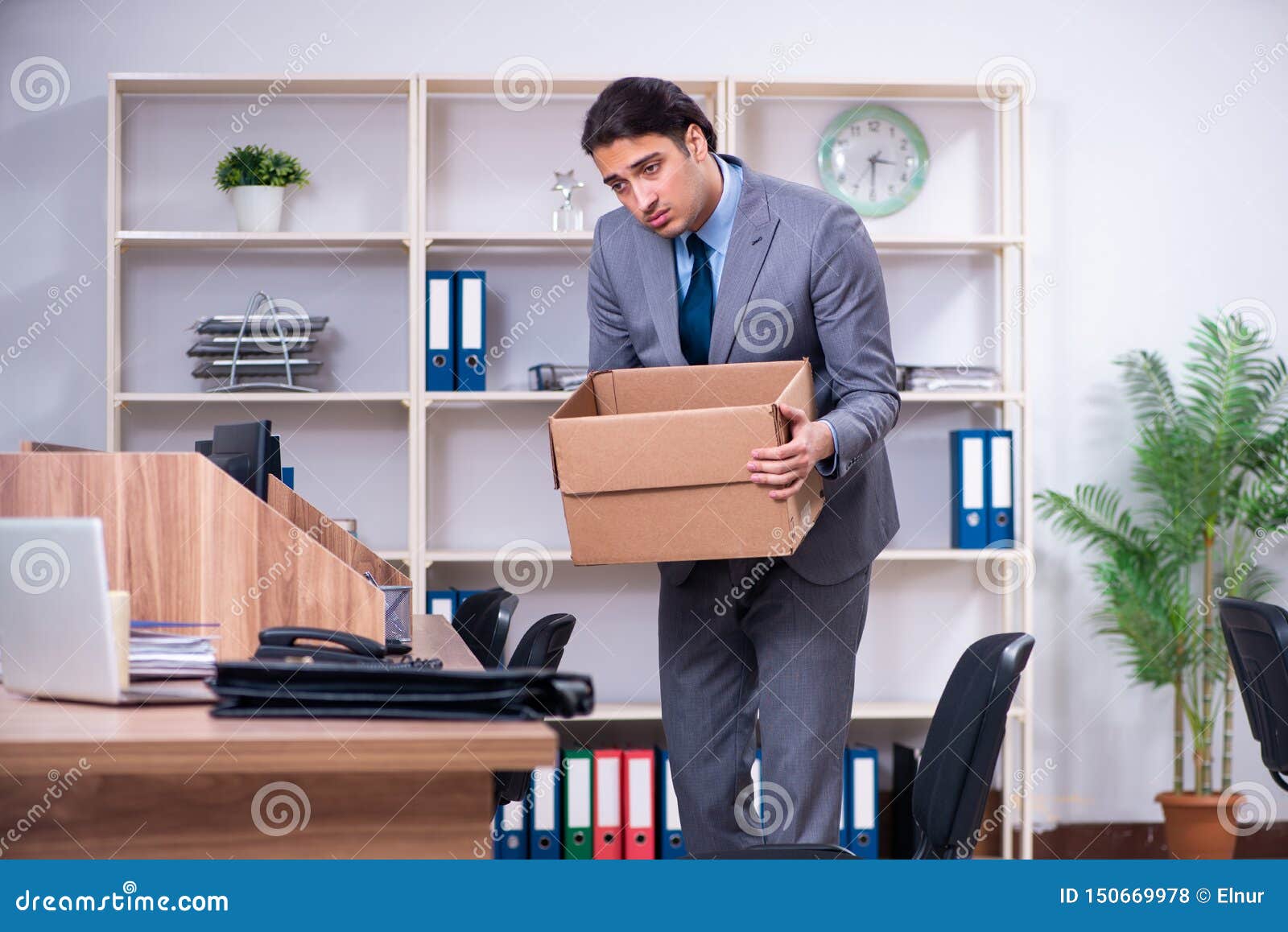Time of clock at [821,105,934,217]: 3:30
